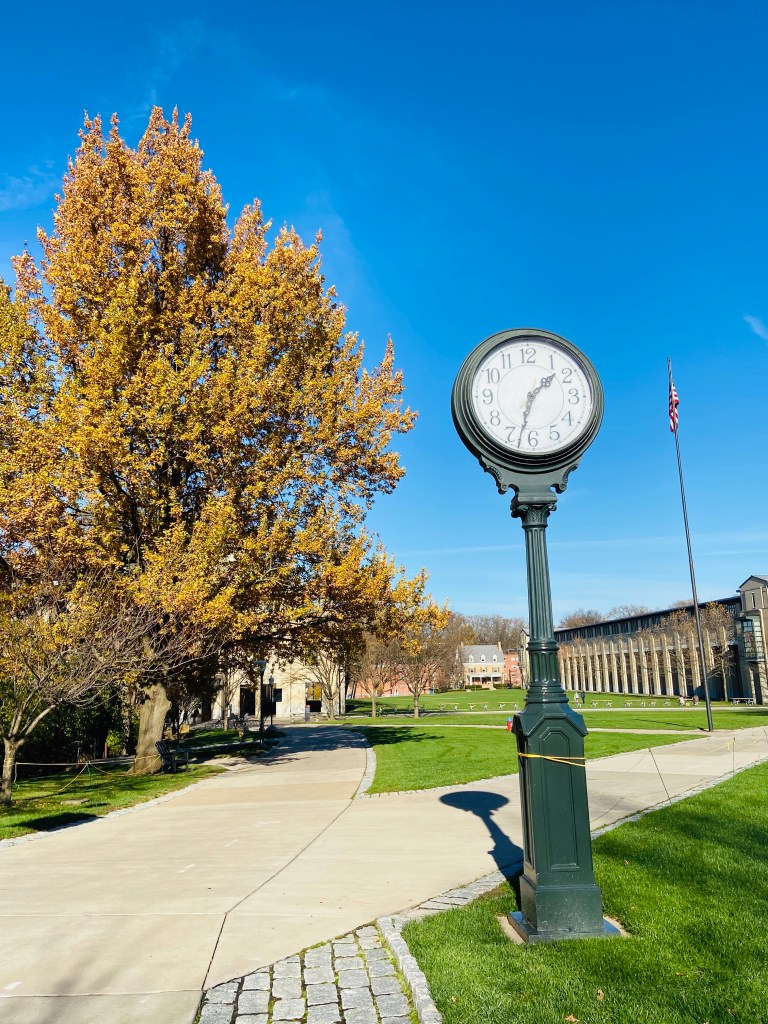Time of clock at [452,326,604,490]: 1:32
